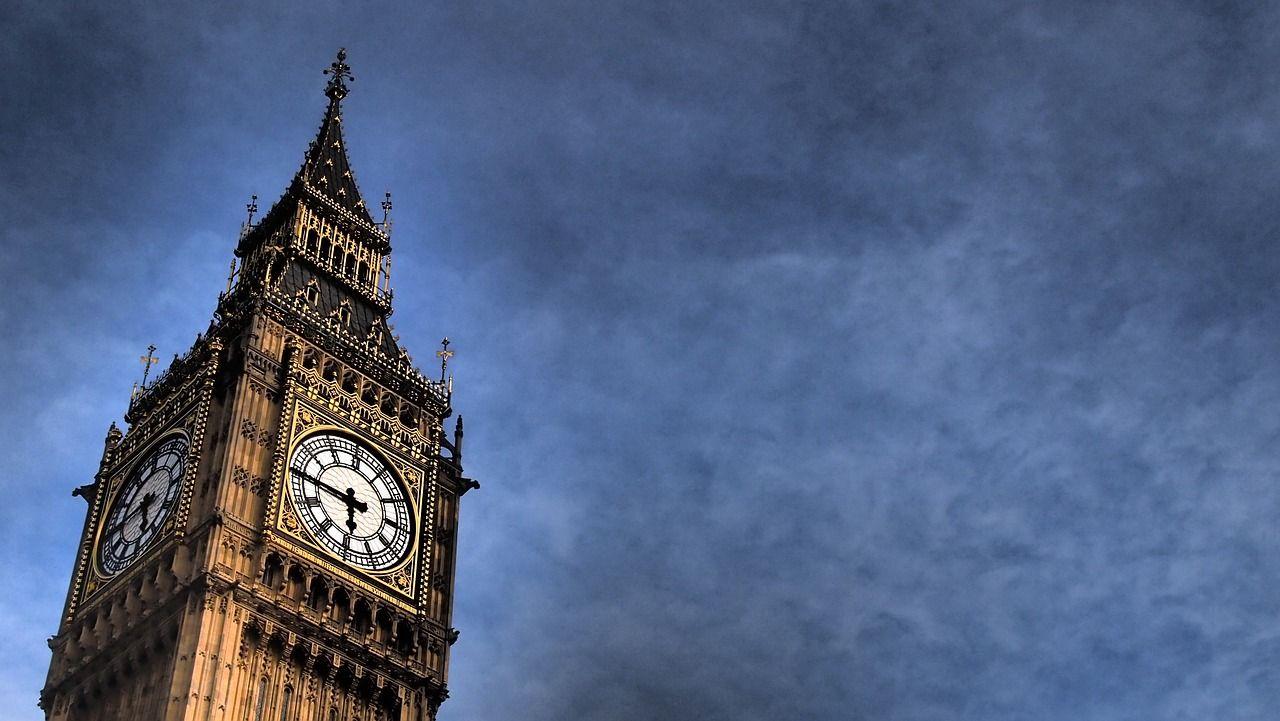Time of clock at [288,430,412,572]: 5:45
